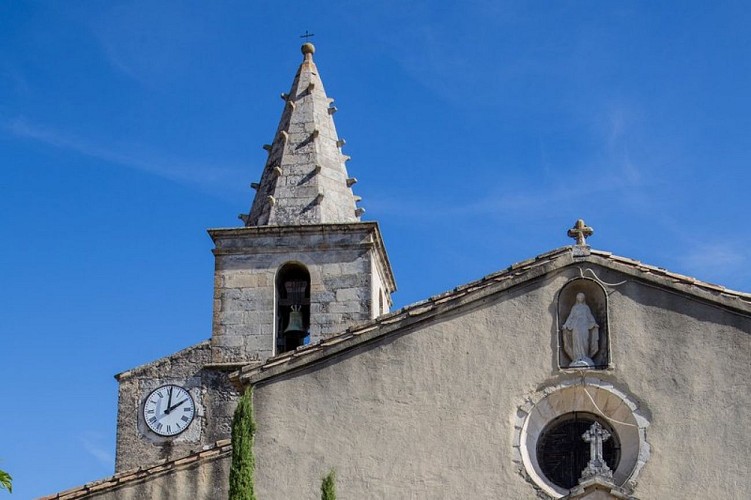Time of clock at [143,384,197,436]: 2:01
